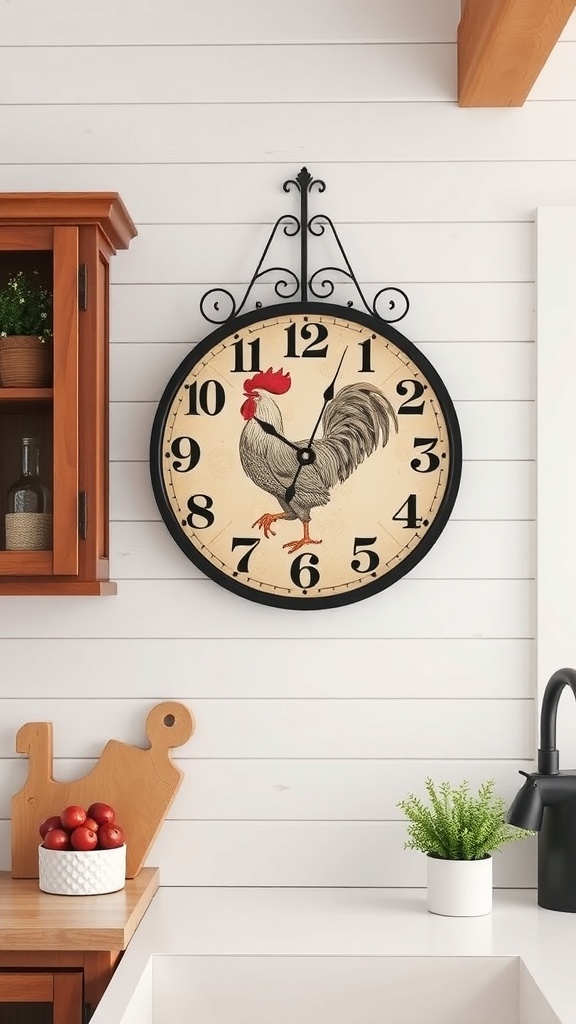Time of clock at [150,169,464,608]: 10:03
